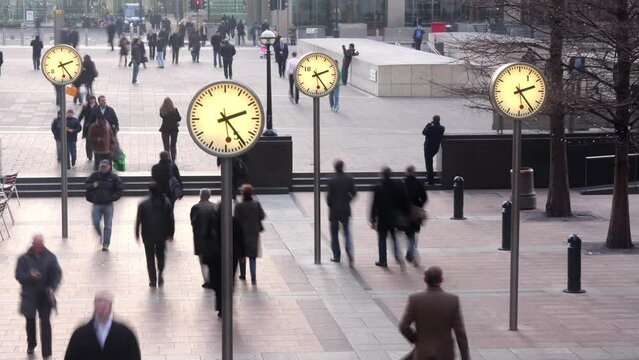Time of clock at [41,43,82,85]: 2:24
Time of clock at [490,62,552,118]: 2:24
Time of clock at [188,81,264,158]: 2:24
